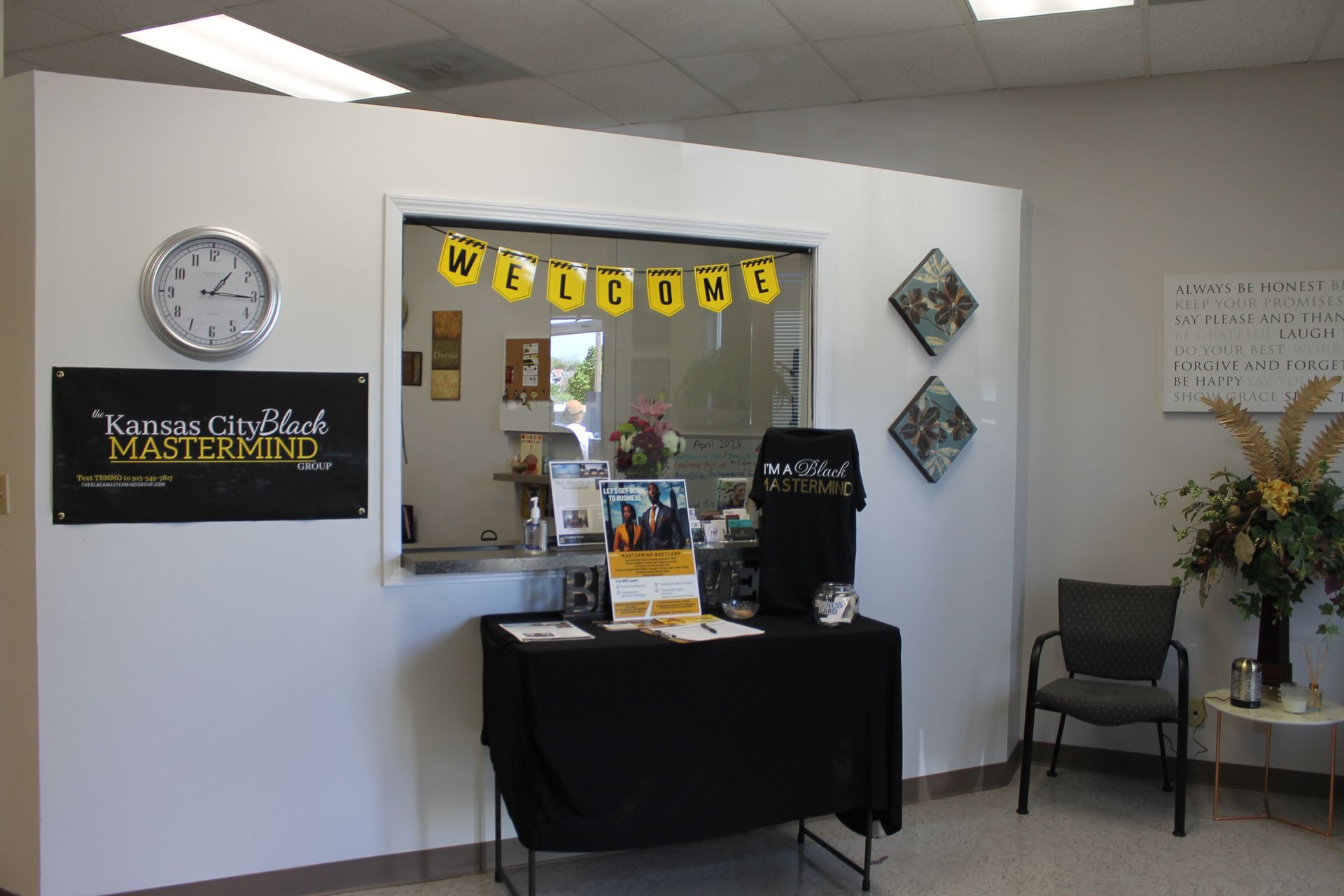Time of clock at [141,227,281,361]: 1:15
